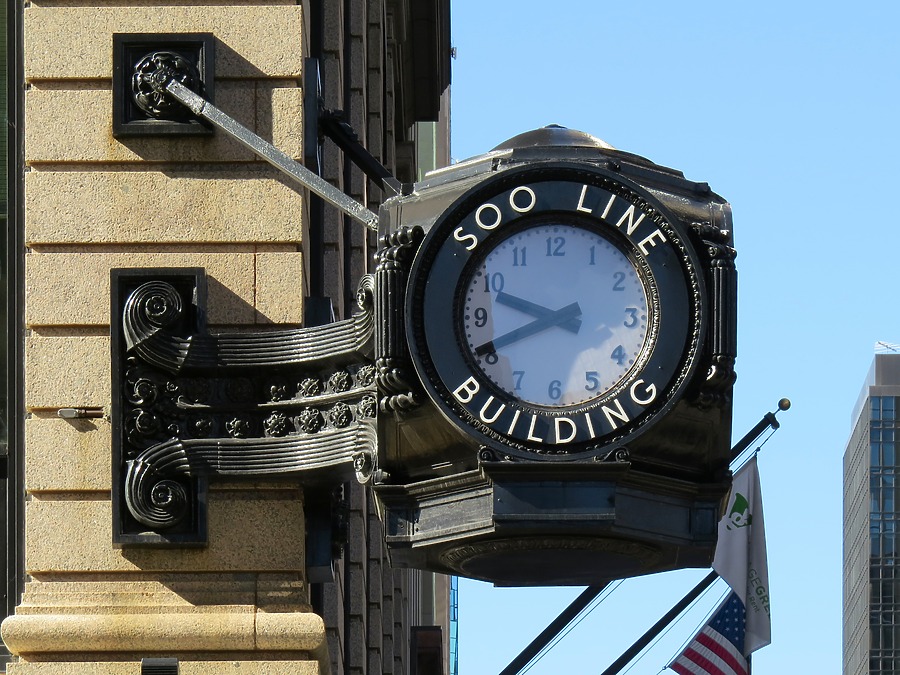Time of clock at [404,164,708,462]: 9:41
